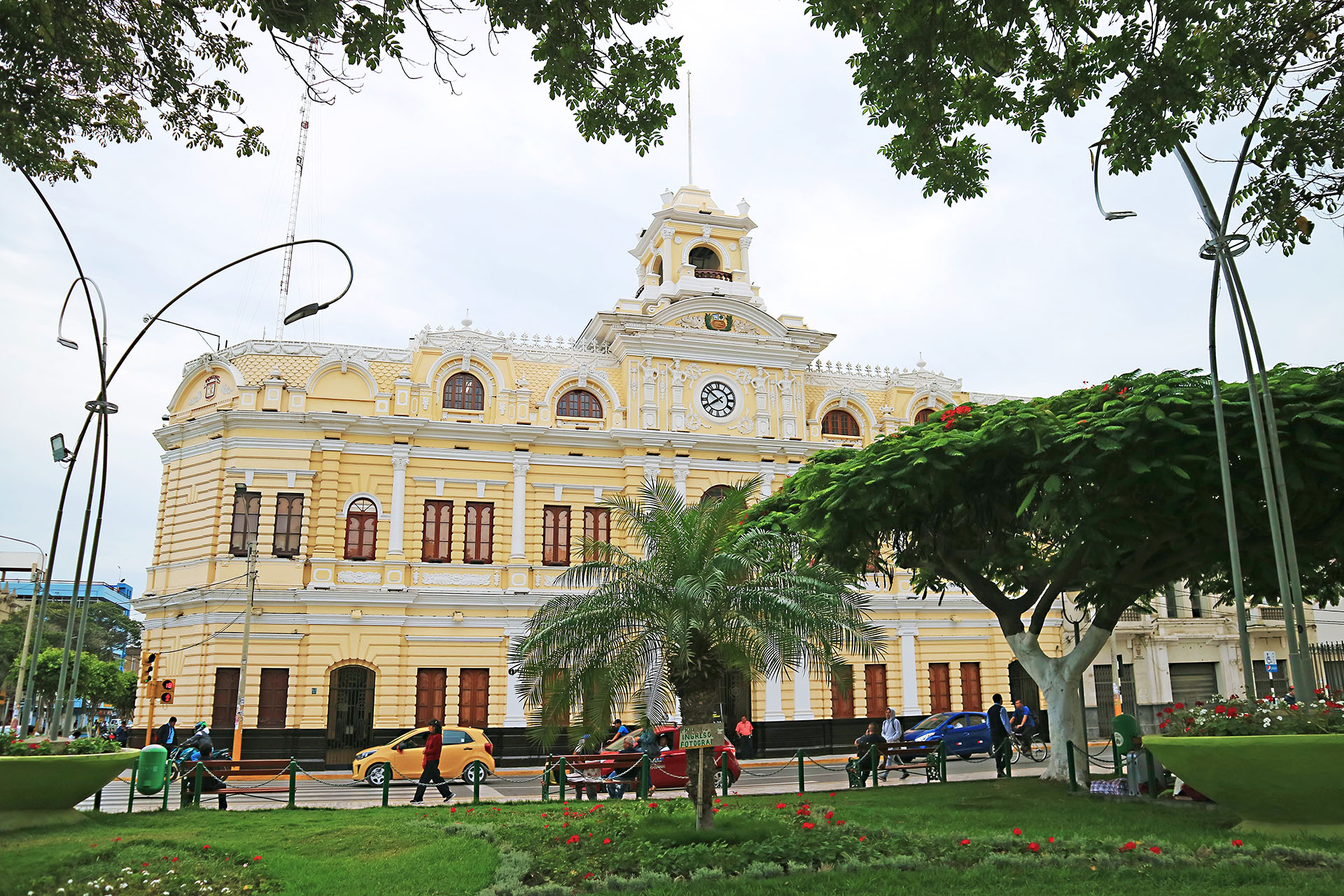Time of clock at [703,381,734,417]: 7:51
